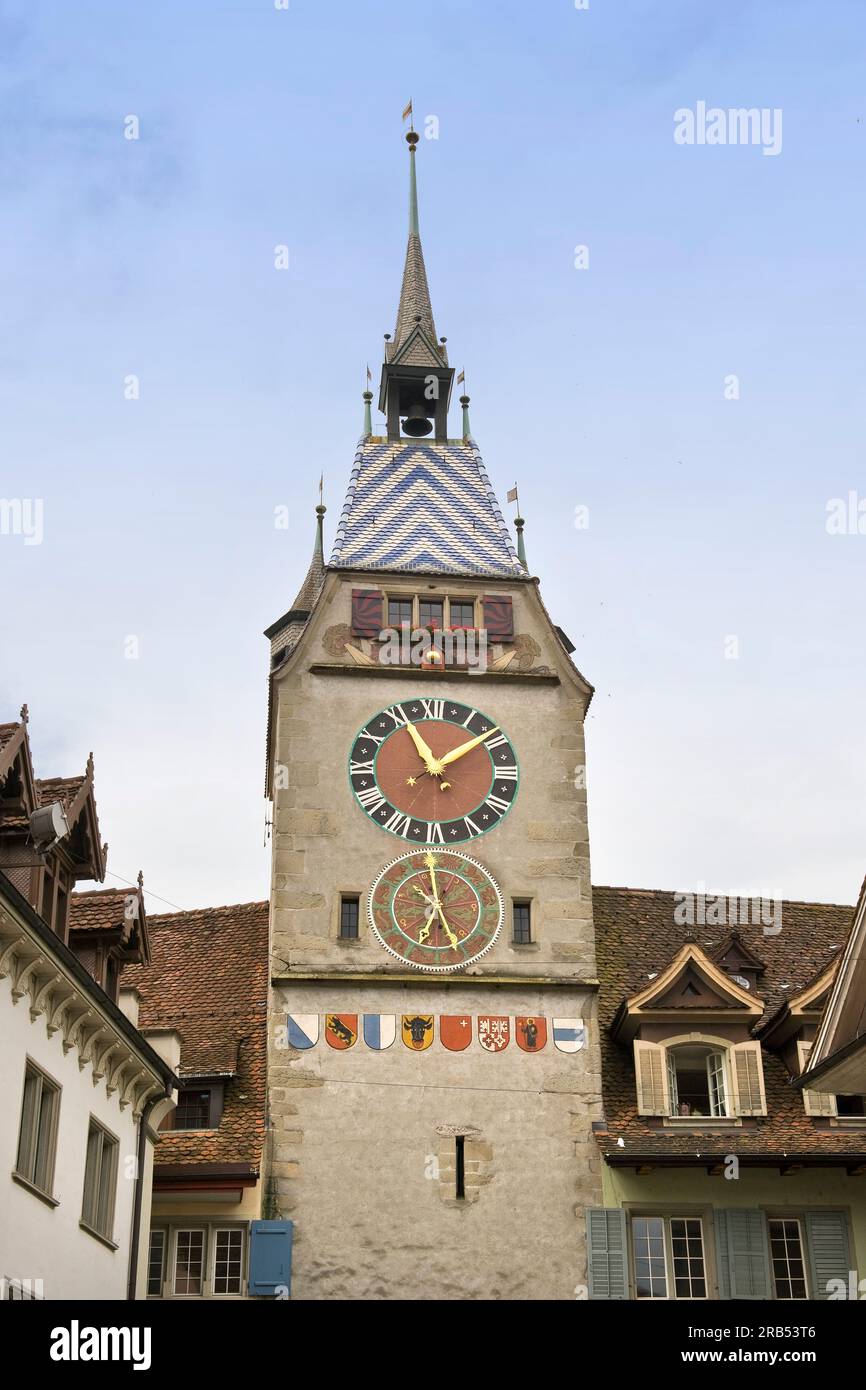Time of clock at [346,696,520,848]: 11:08
